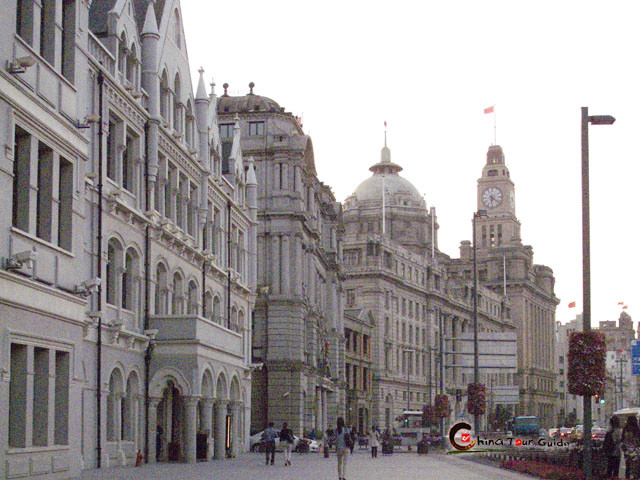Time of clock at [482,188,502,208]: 6:21
